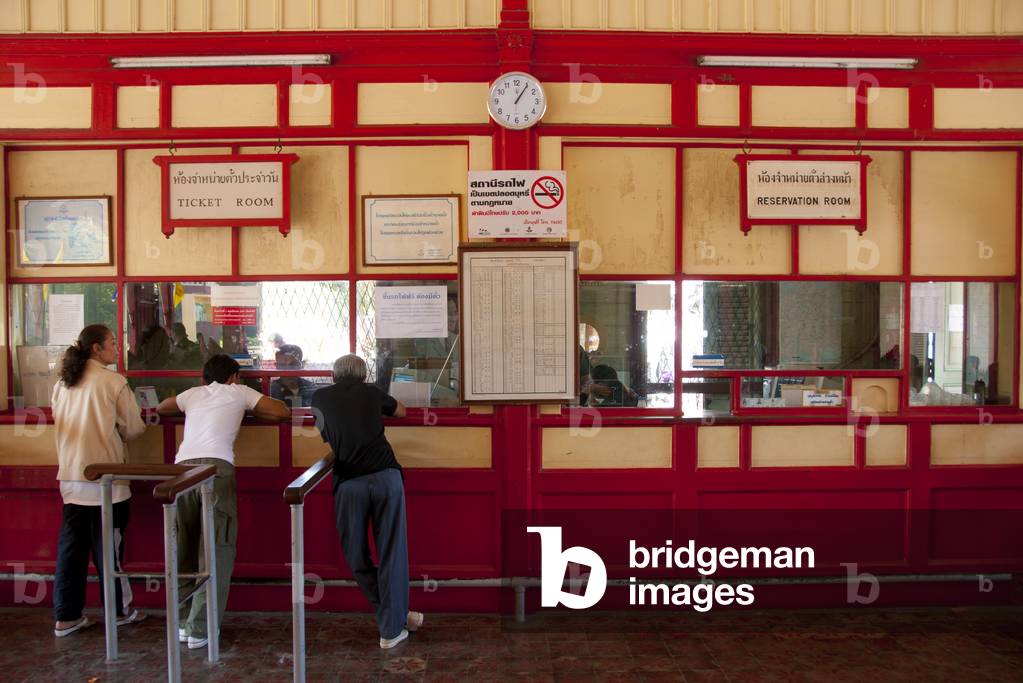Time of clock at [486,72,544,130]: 1:05
